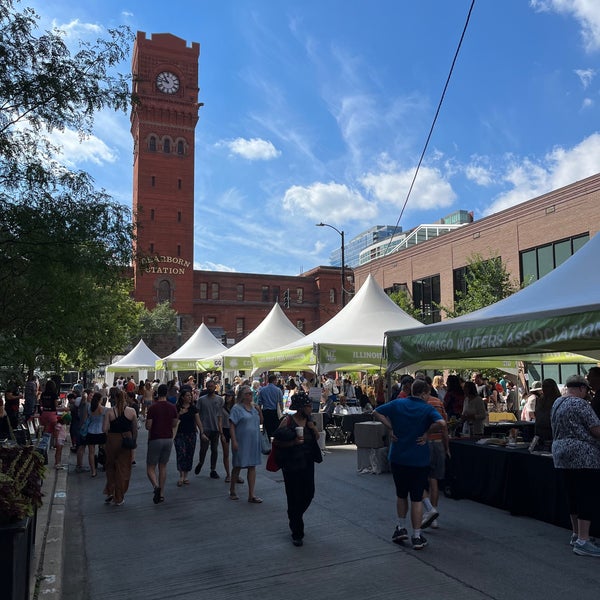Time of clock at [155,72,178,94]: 10:47
